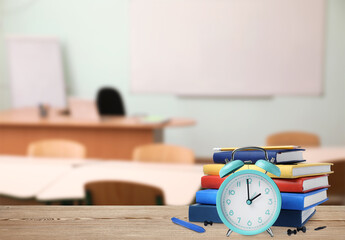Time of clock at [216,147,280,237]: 1:59
